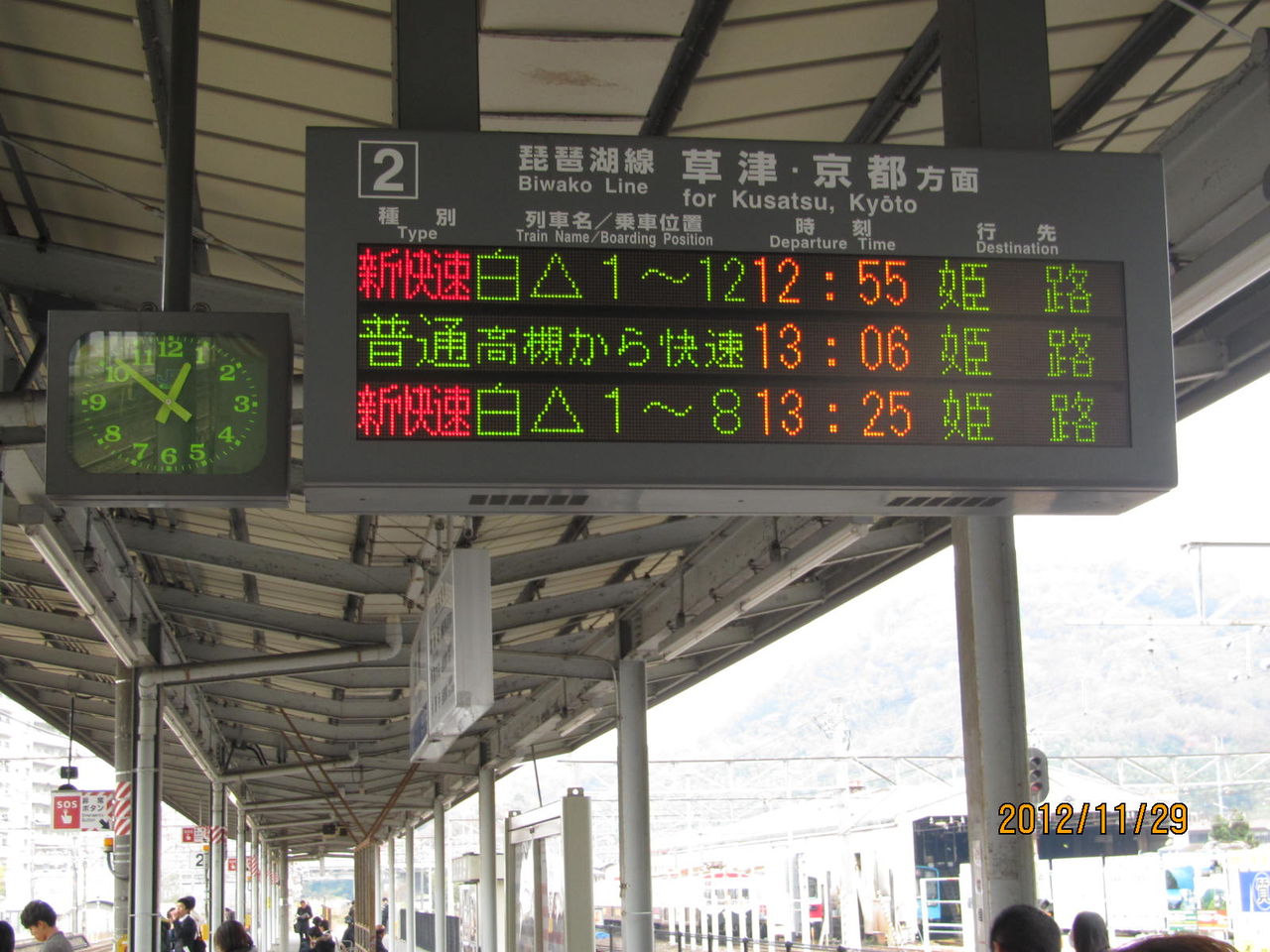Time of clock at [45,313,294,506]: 12:52
